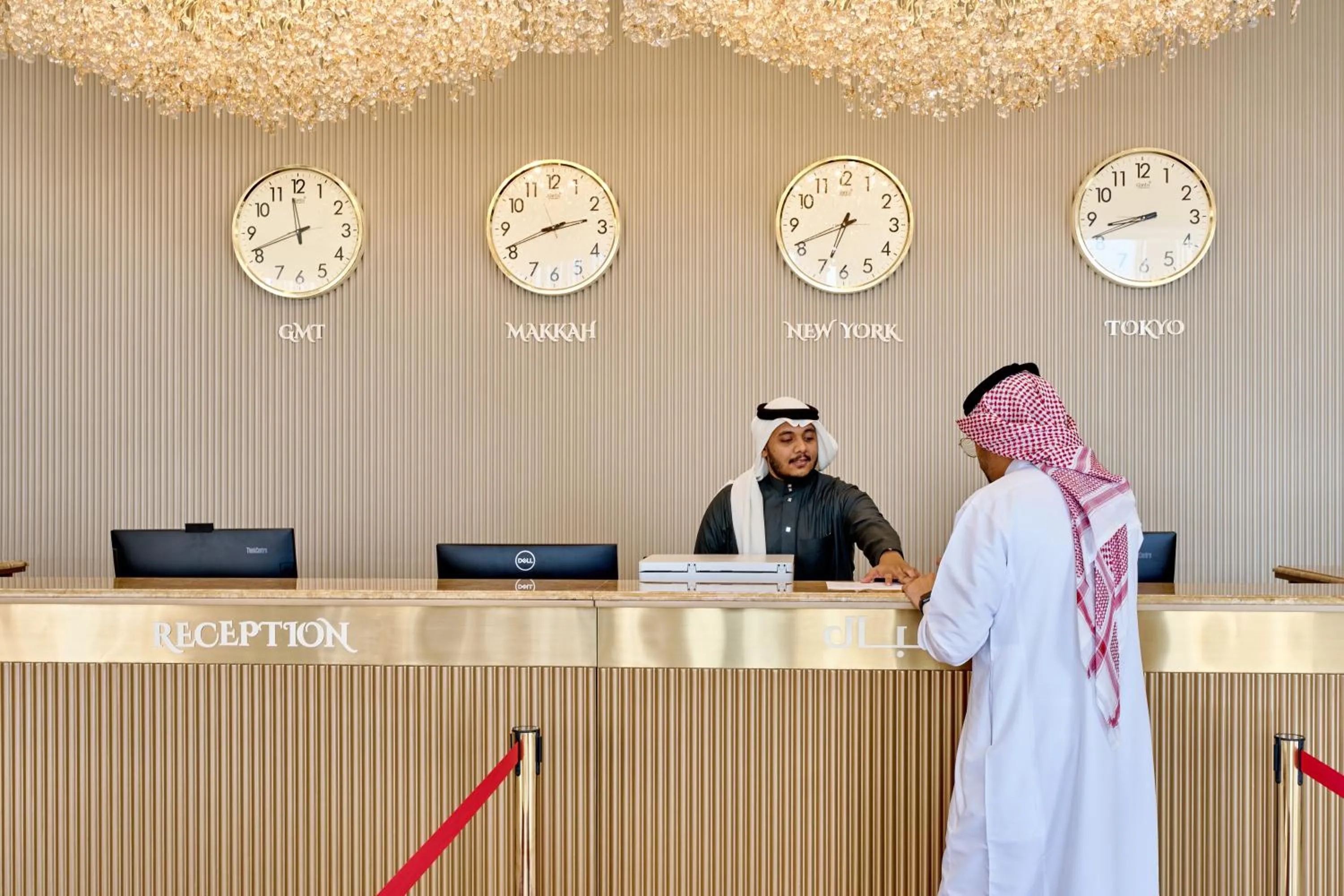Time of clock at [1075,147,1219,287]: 8:41
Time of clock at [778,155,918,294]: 6:41
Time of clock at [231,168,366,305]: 11:41
